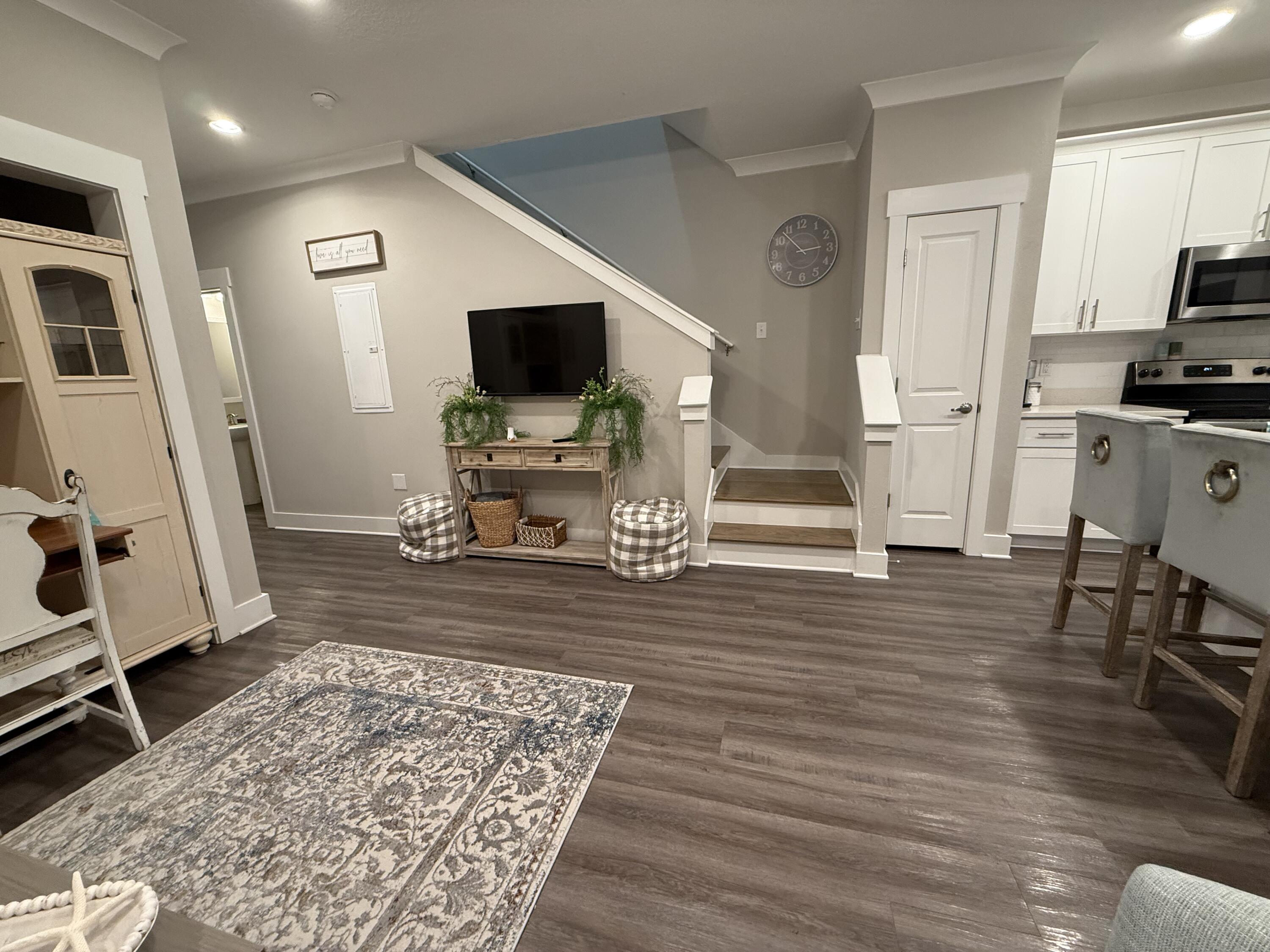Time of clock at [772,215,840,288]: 2:53
